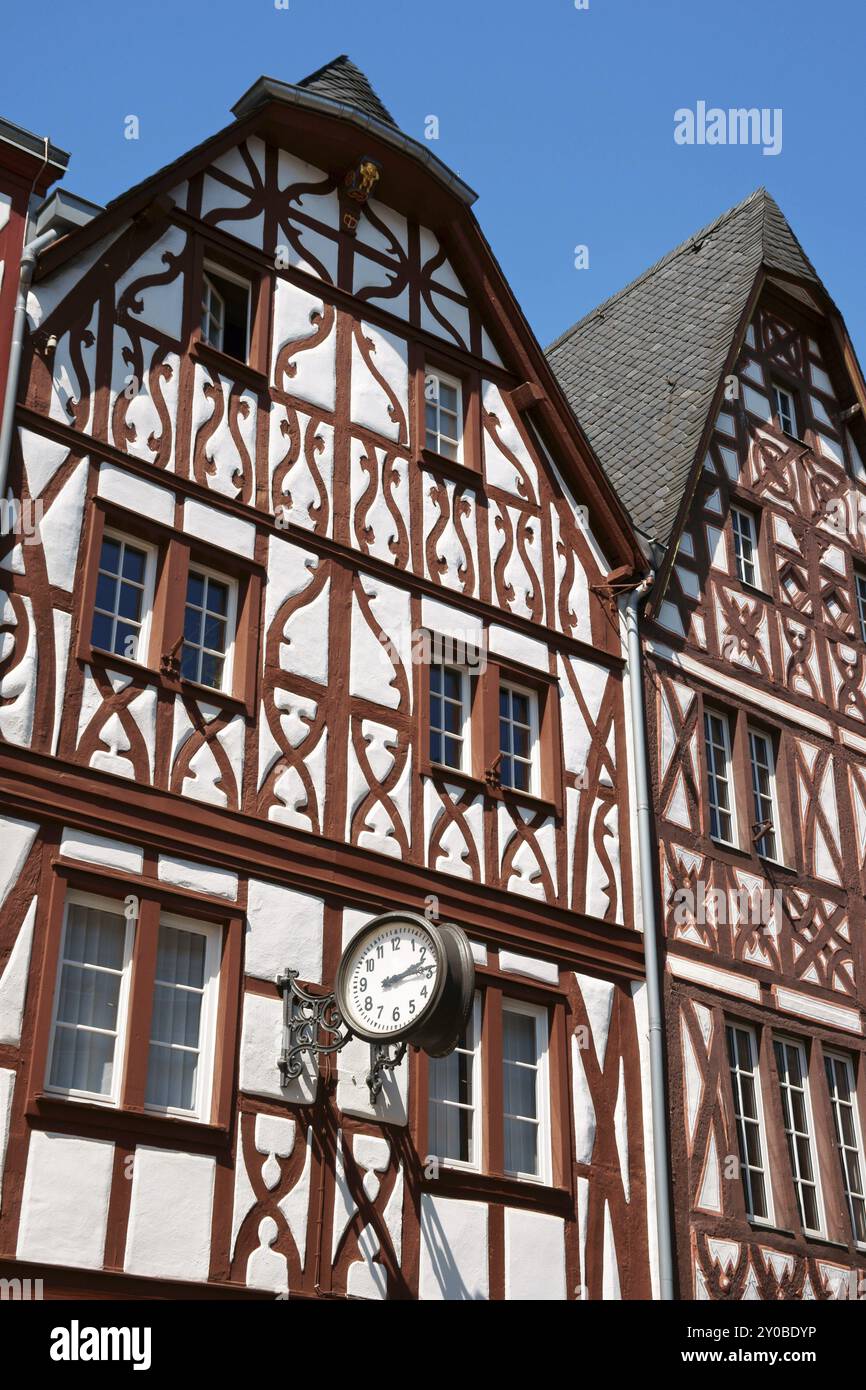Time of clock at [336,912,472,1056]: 2:14
